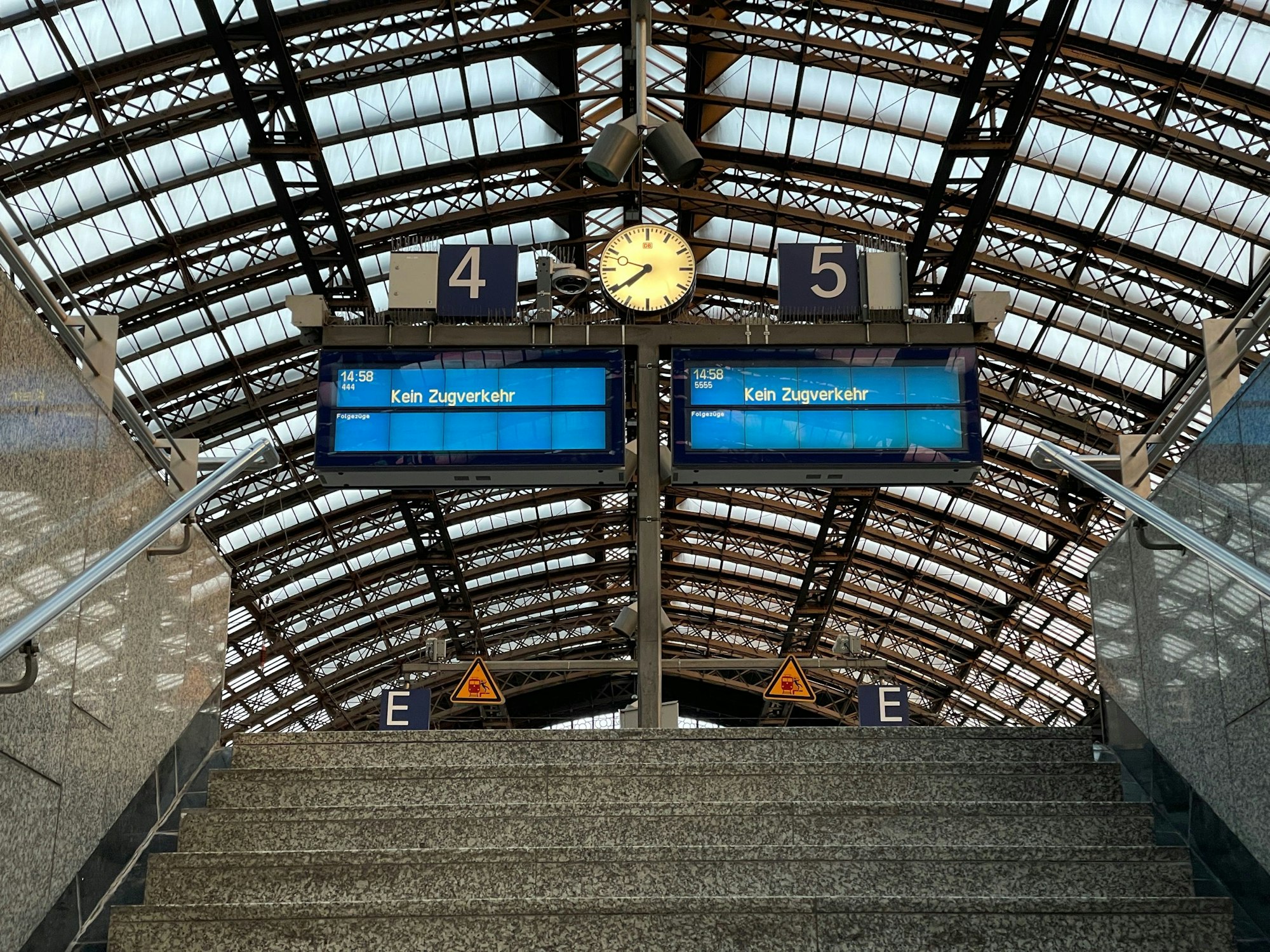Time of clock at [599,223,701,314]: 7:39
